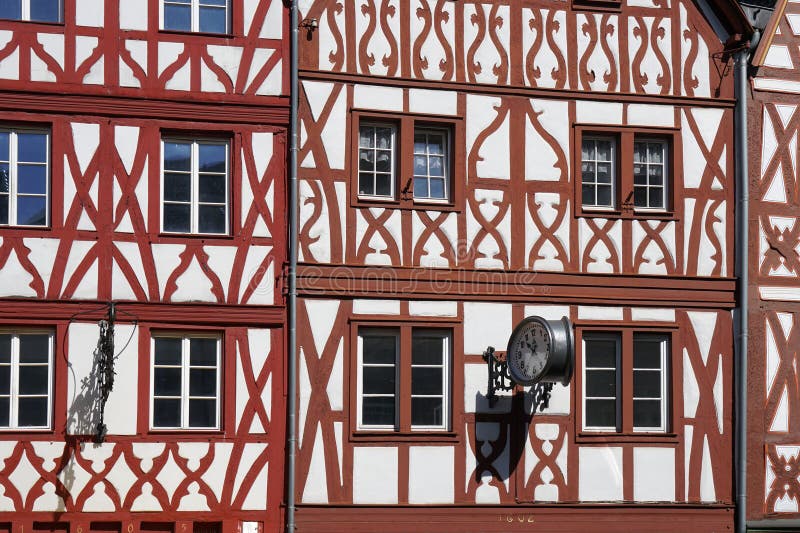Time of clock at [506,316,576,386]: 11:52
